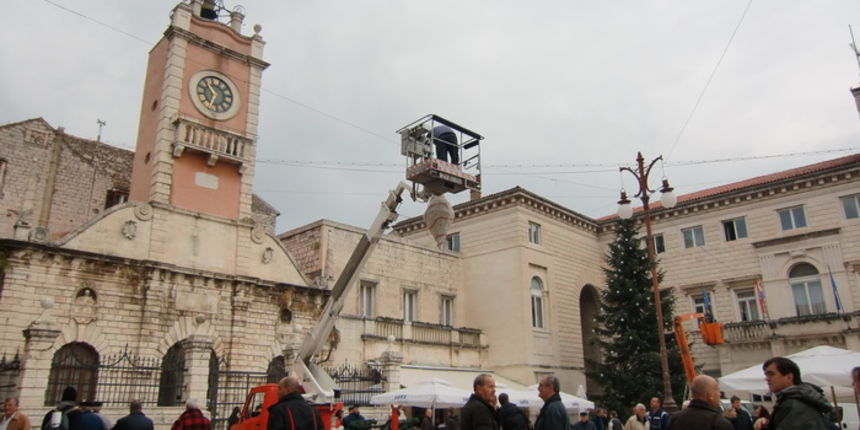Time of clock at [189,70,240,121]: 10:34
